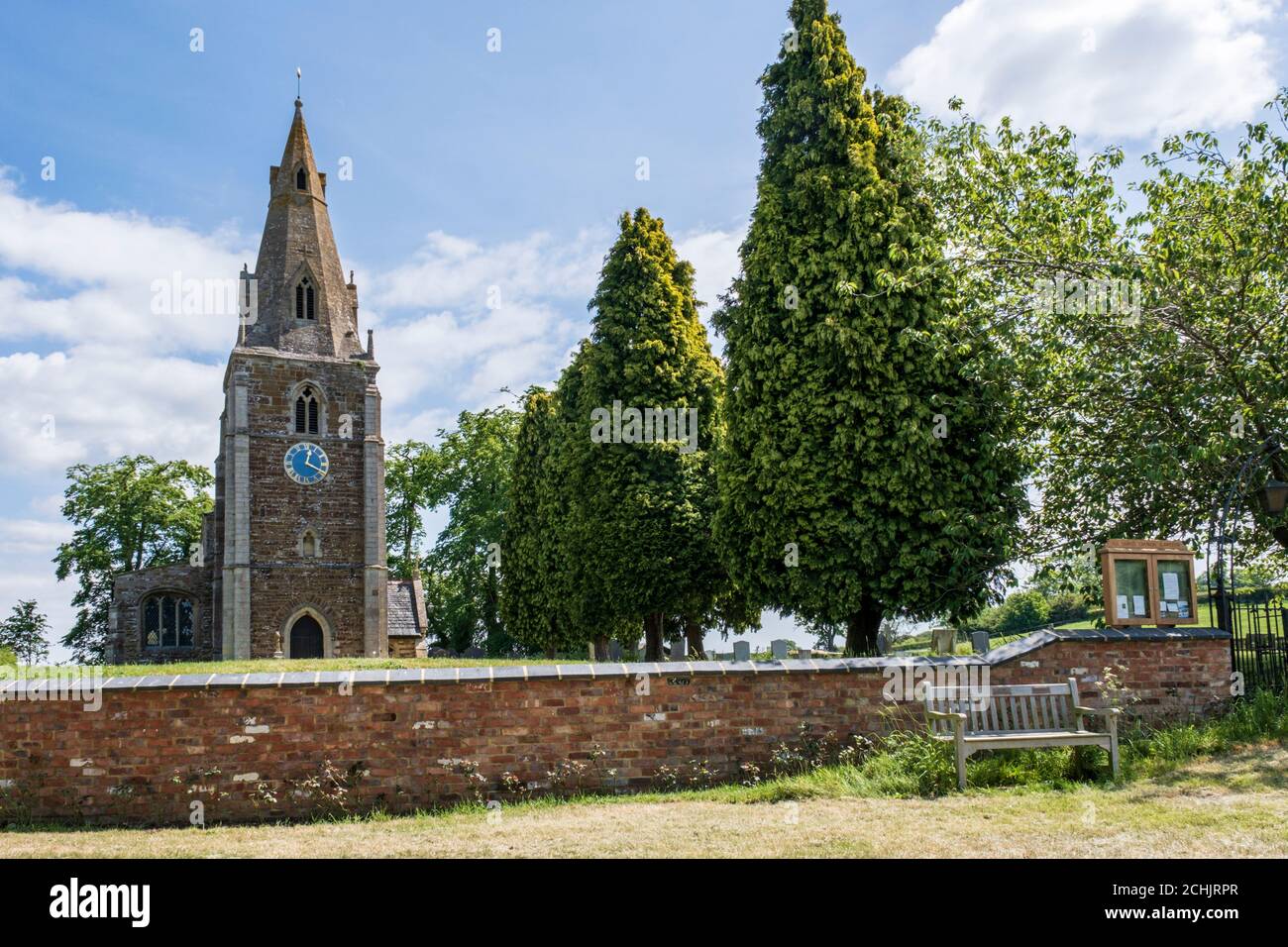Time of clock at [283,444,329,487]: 12:19
